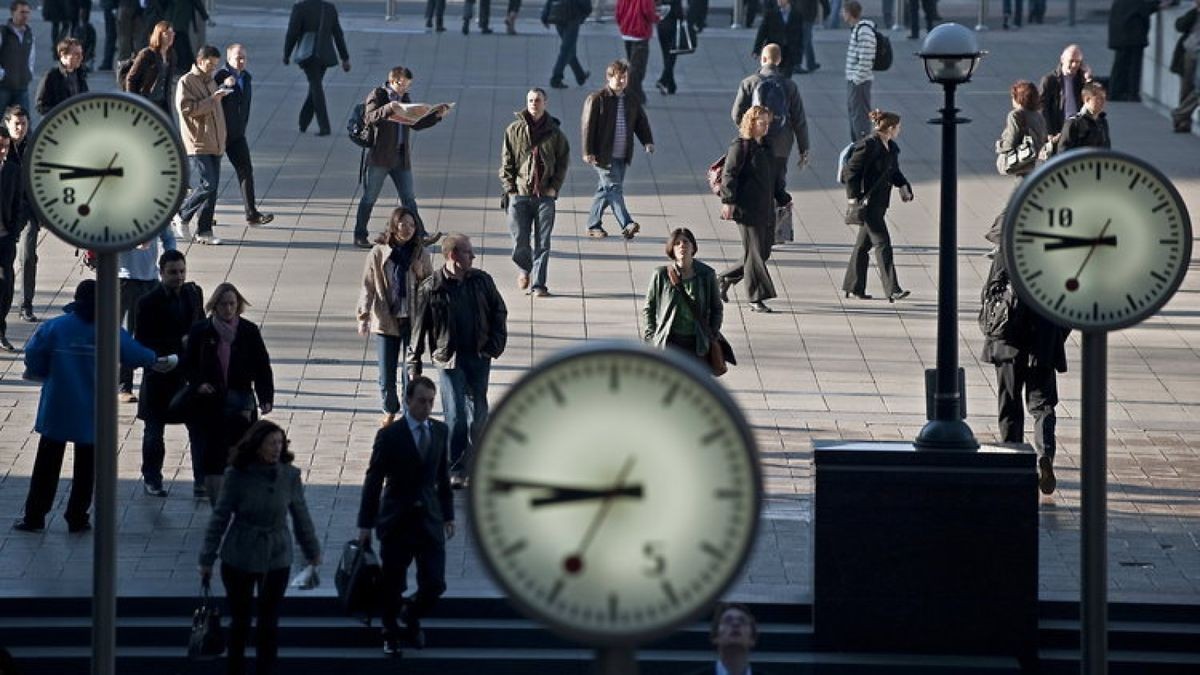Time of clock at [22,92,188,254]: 8:46
